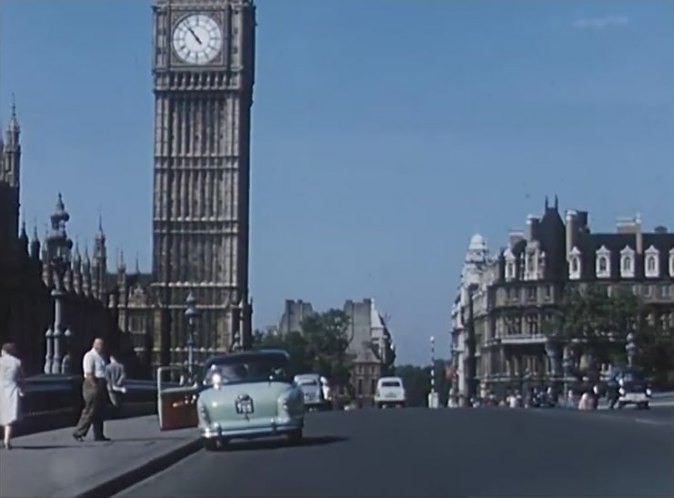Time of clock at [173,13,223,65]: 10:53
